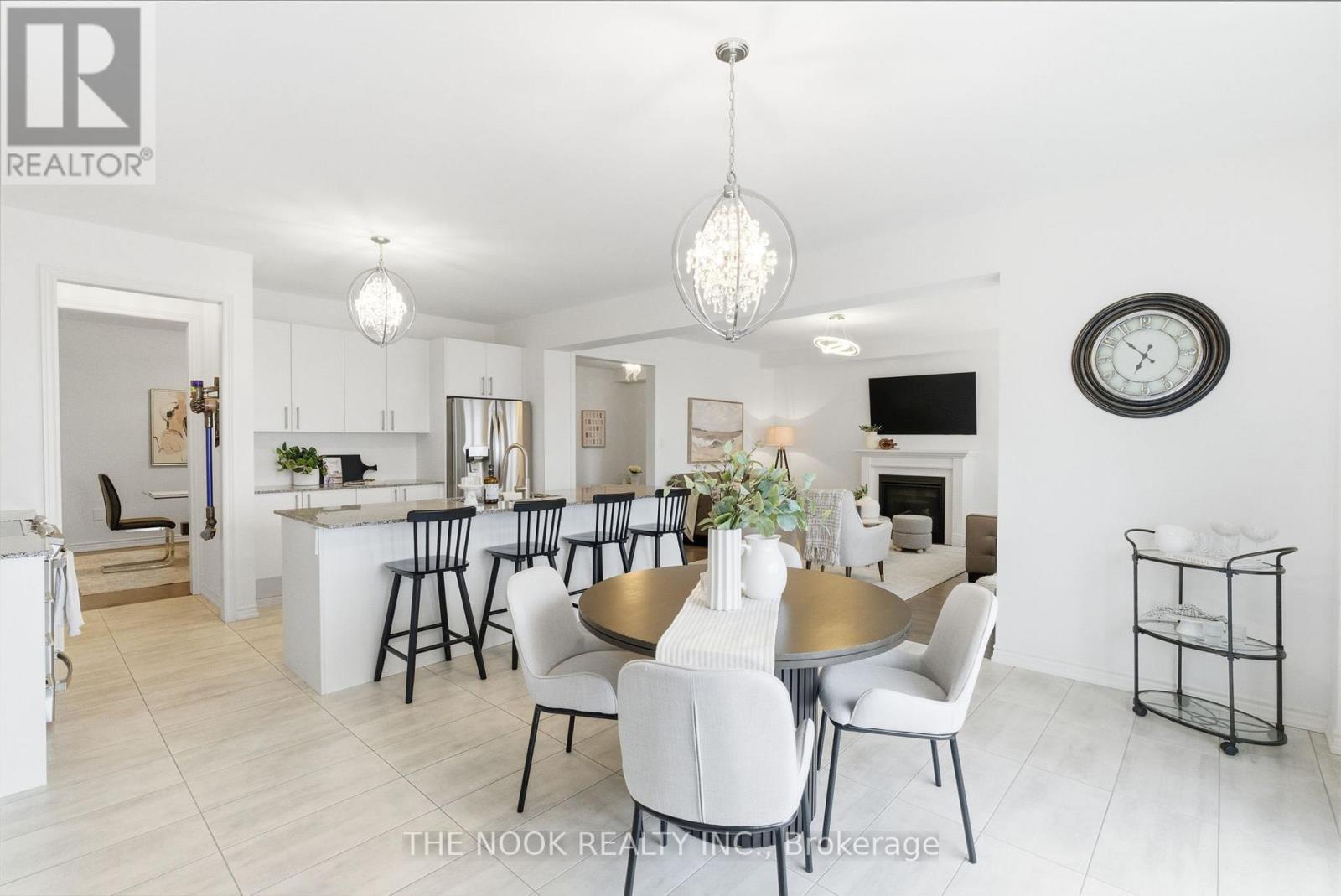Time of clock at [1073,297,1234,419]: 10:34
